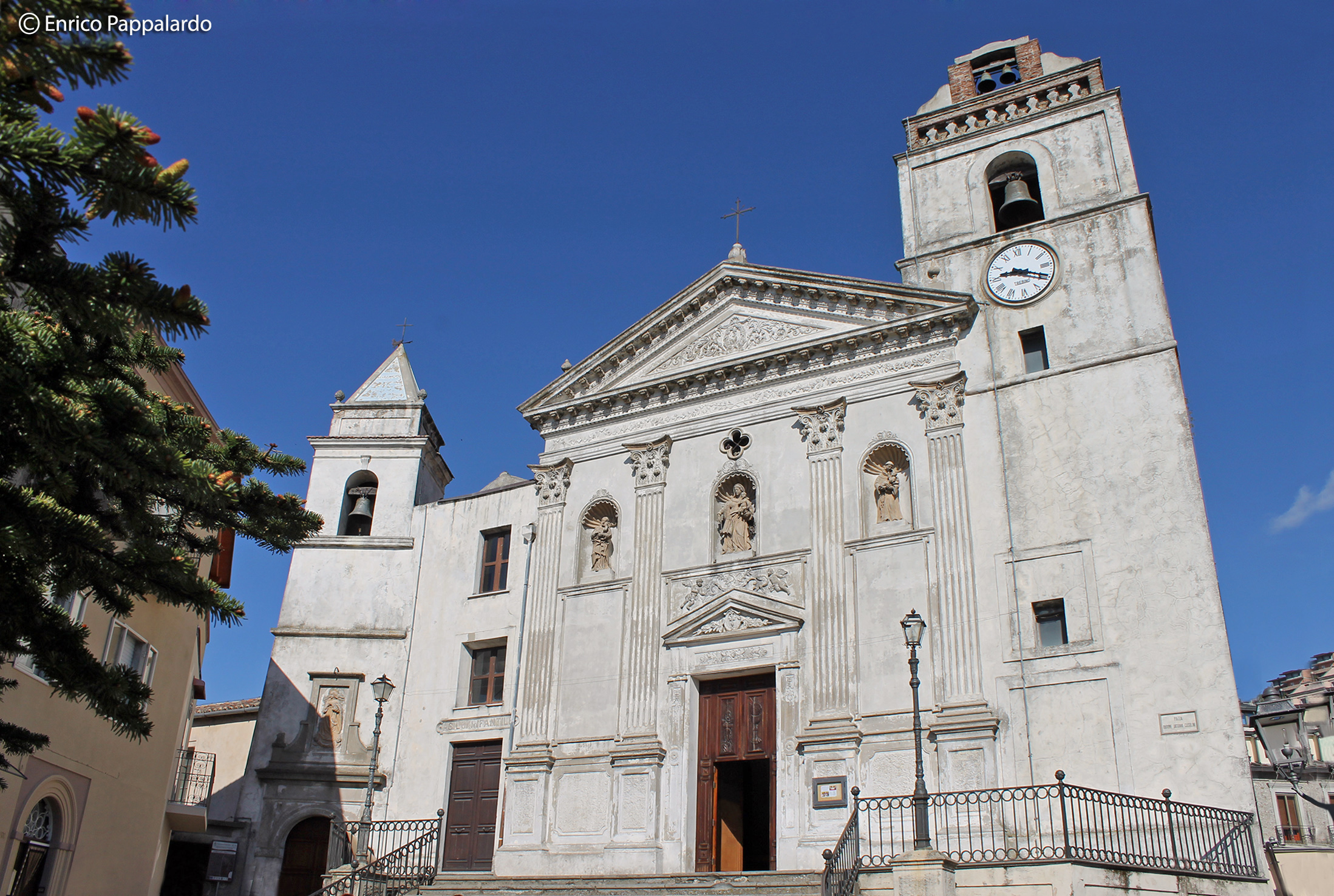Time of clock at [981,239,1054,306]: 9:19
